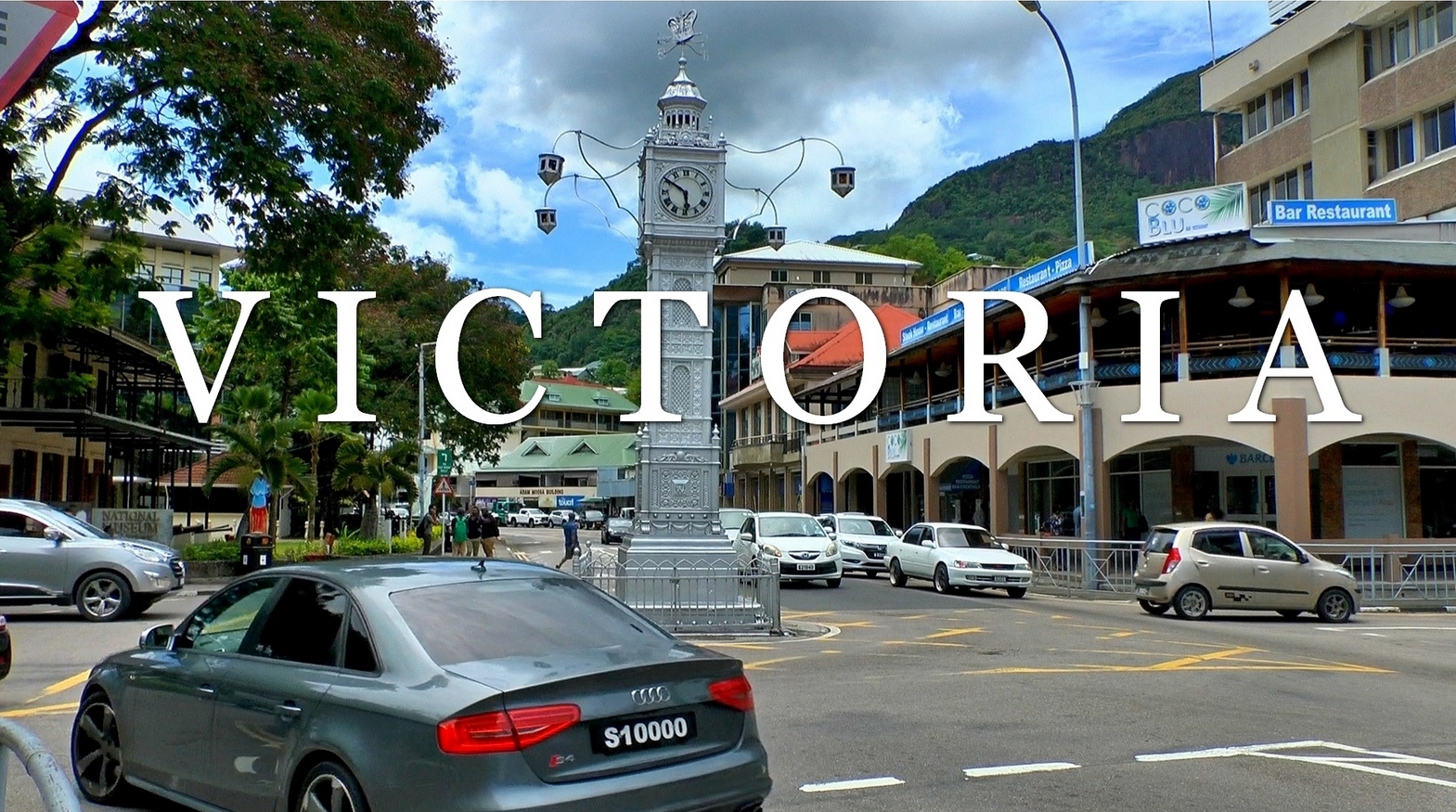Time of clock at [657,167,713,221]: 5:50
